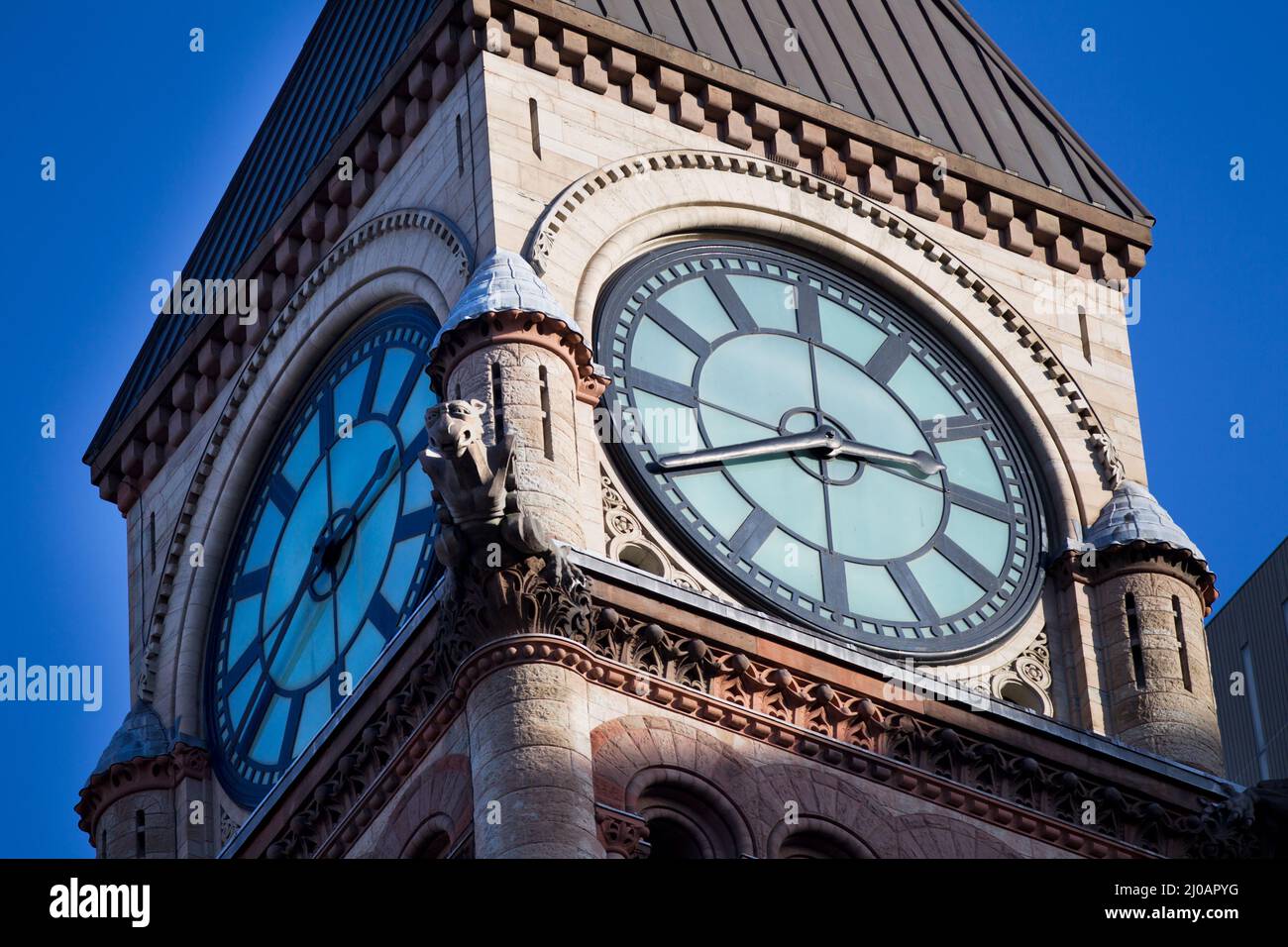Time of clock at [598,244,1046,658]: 2:40
